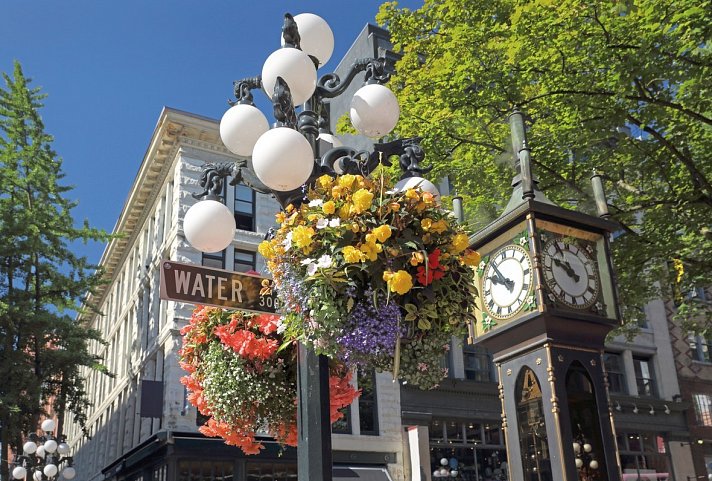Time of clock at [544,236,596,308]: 10:49
